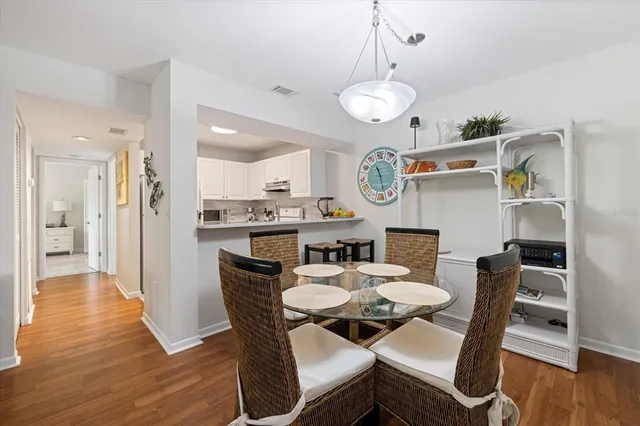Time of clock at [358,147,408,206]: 11:28
